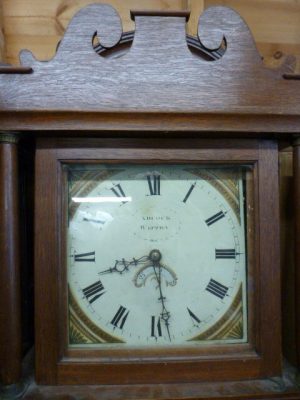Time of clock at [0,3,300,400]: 8:28
